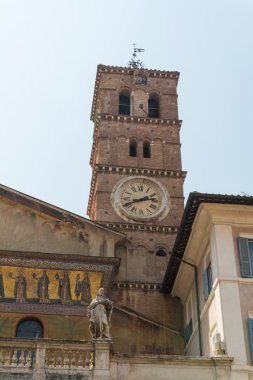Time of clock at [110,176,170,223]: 2:40
